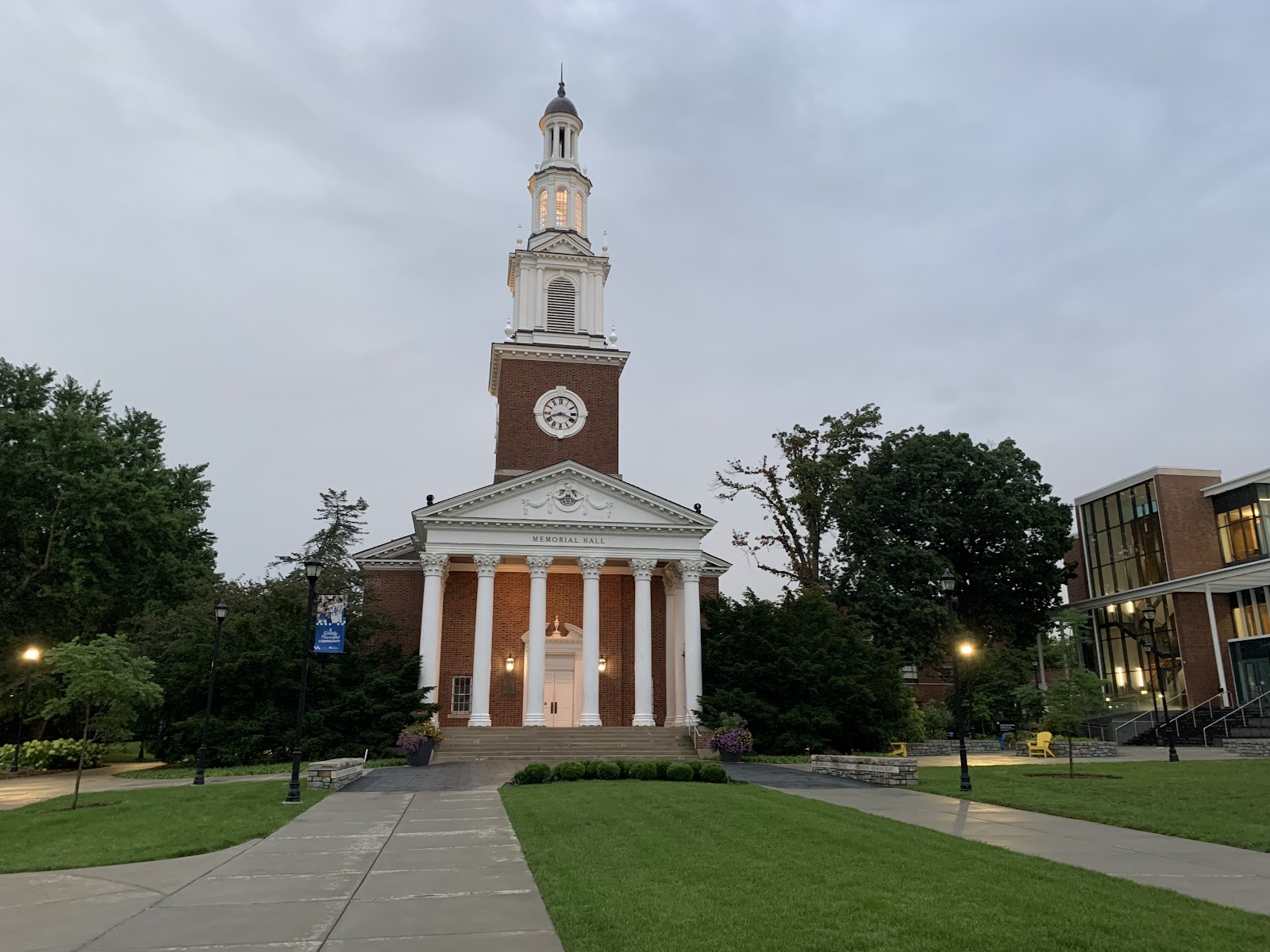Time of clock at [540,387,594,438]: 8:18
